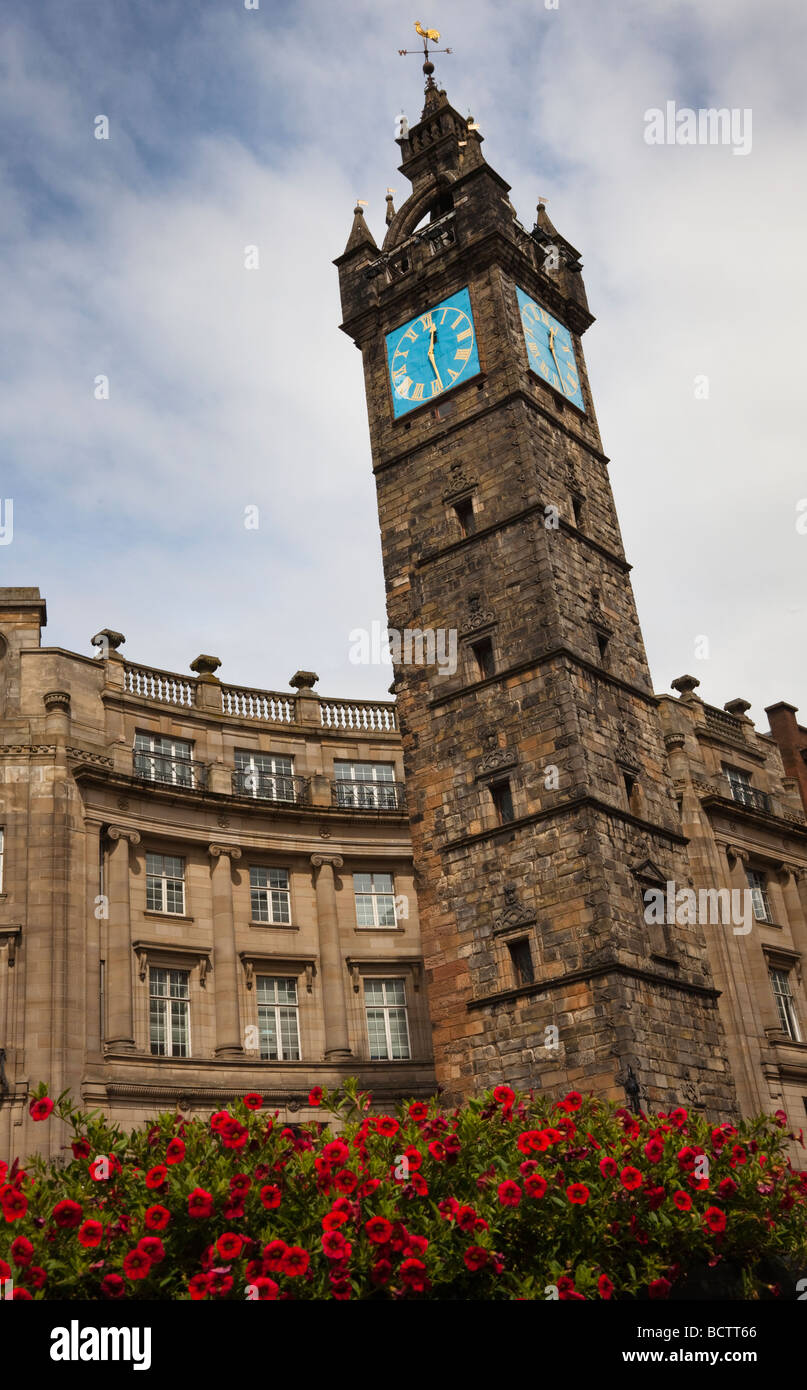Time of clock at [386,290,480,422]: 12:28
